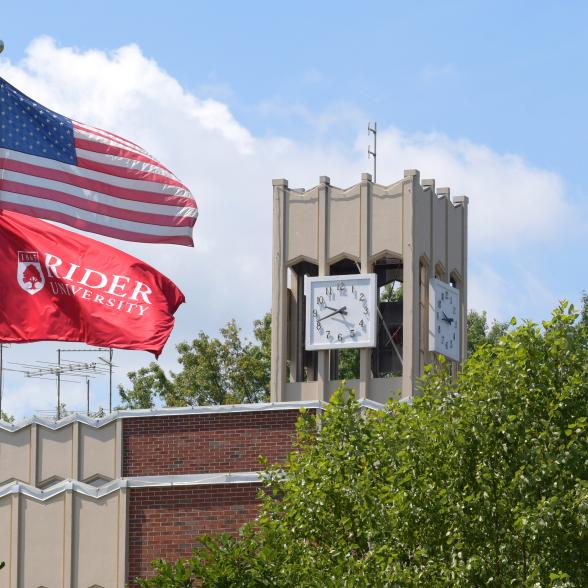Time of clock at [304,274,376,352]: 9:42
